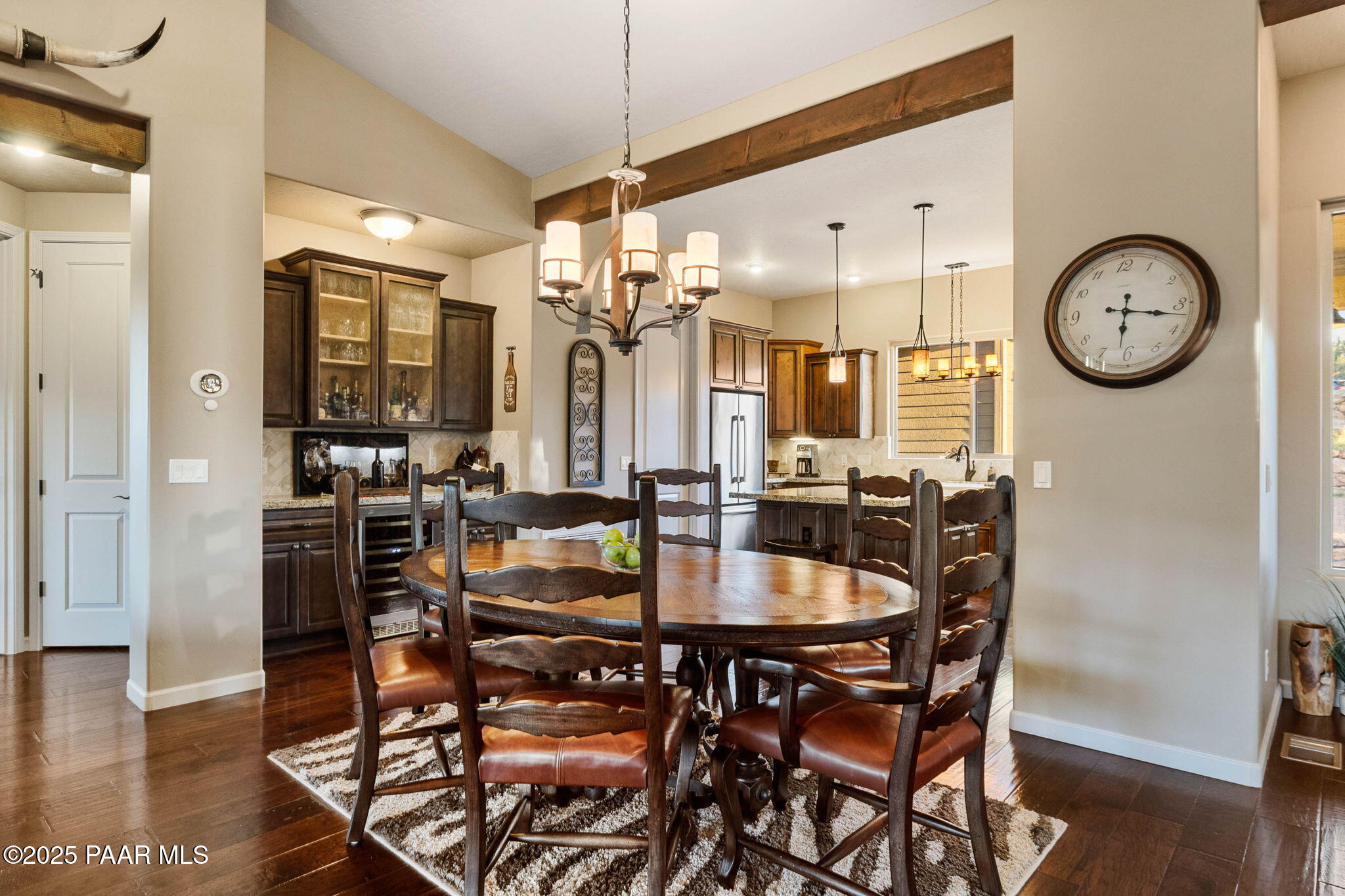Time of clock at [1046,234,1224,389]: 6:17
